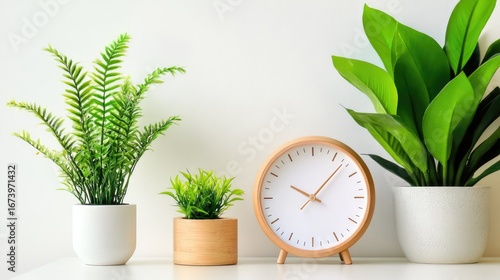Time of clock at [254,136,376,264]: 10:07
